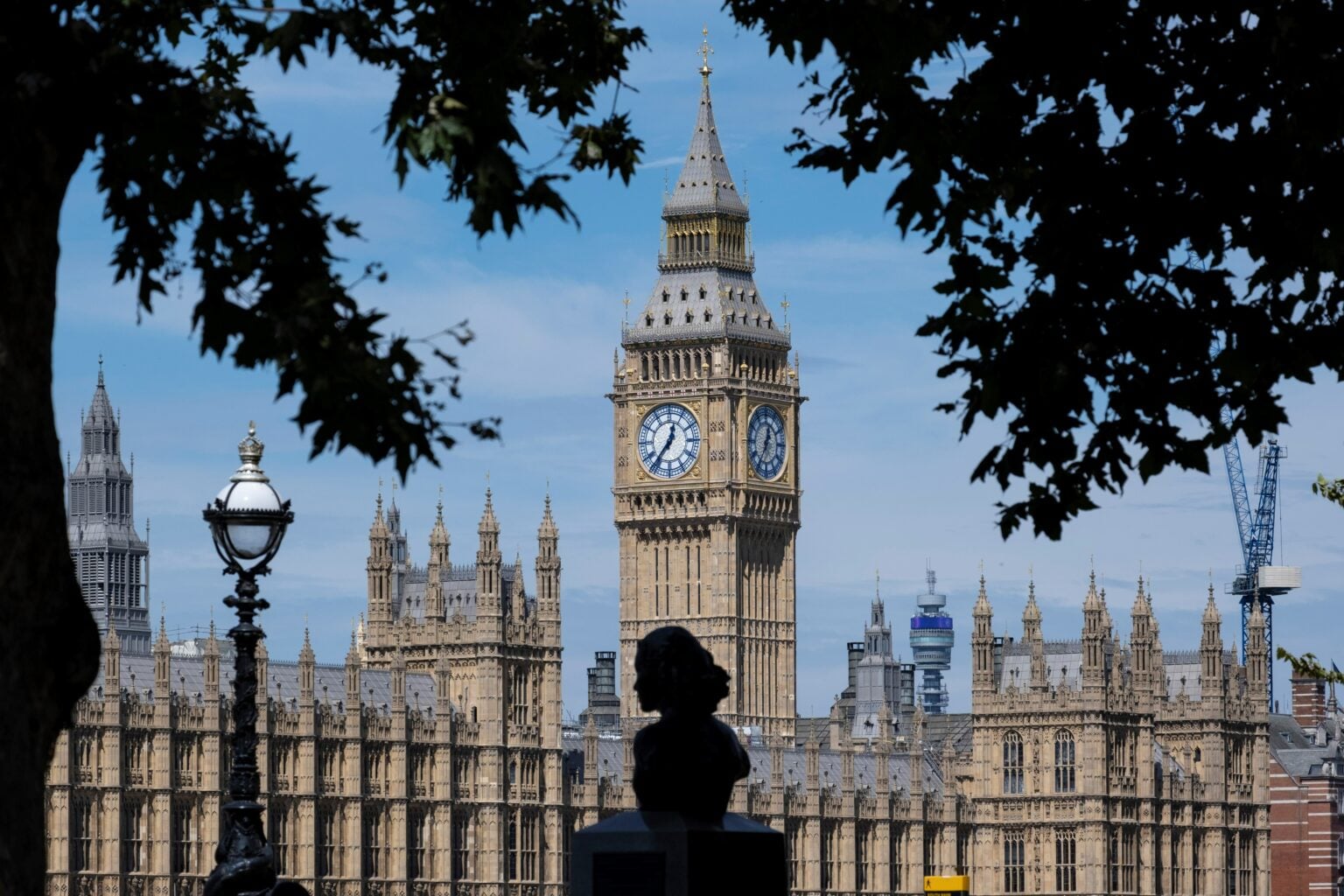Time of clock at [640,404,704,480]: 12:36
